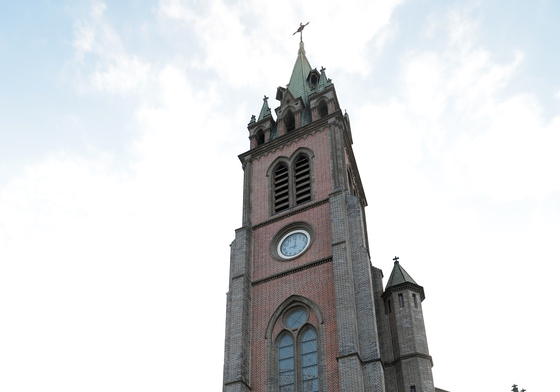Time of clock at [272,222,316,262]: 9:01
